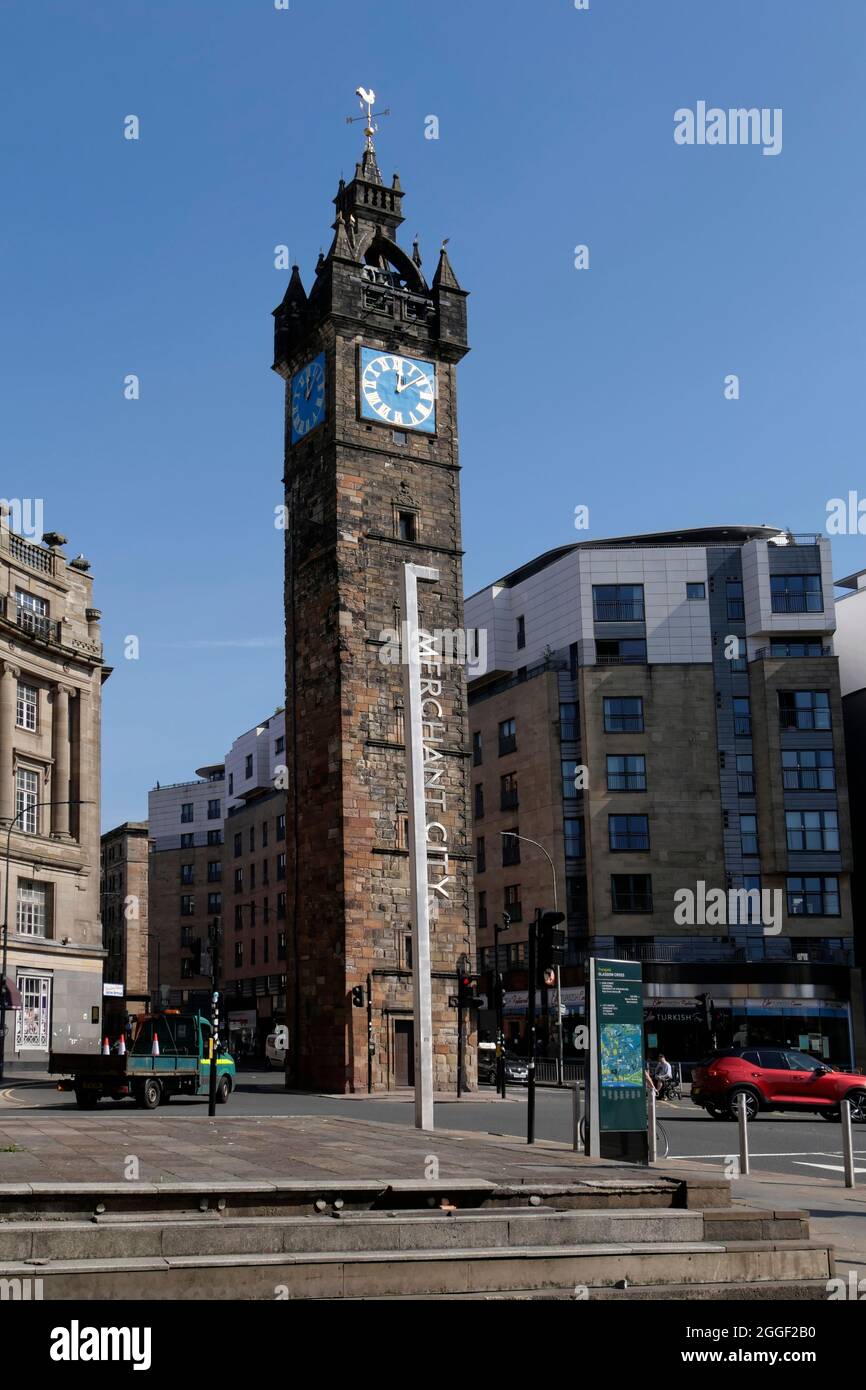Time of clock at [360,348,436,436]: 12:08
